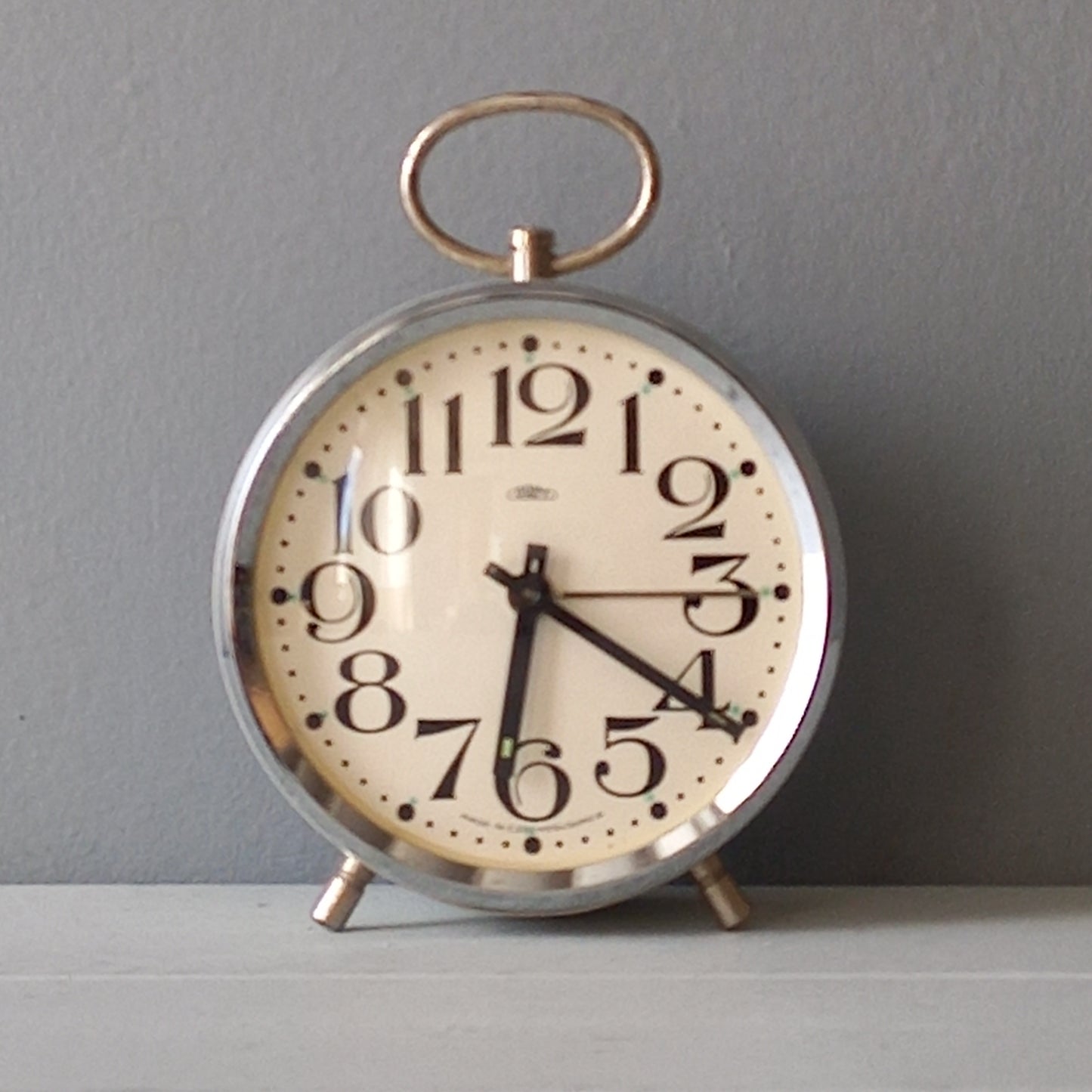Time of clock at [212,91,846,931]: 6:20
